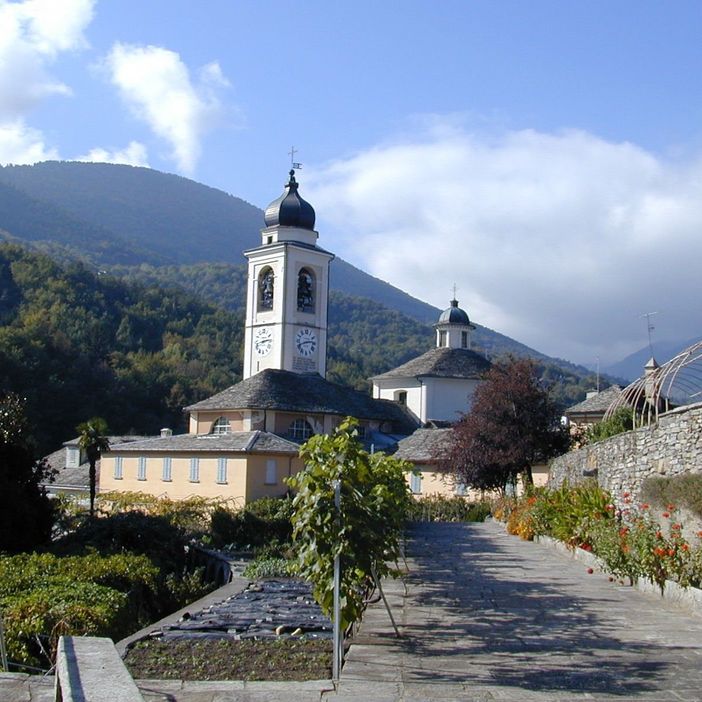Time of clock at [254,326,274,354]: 2:42
